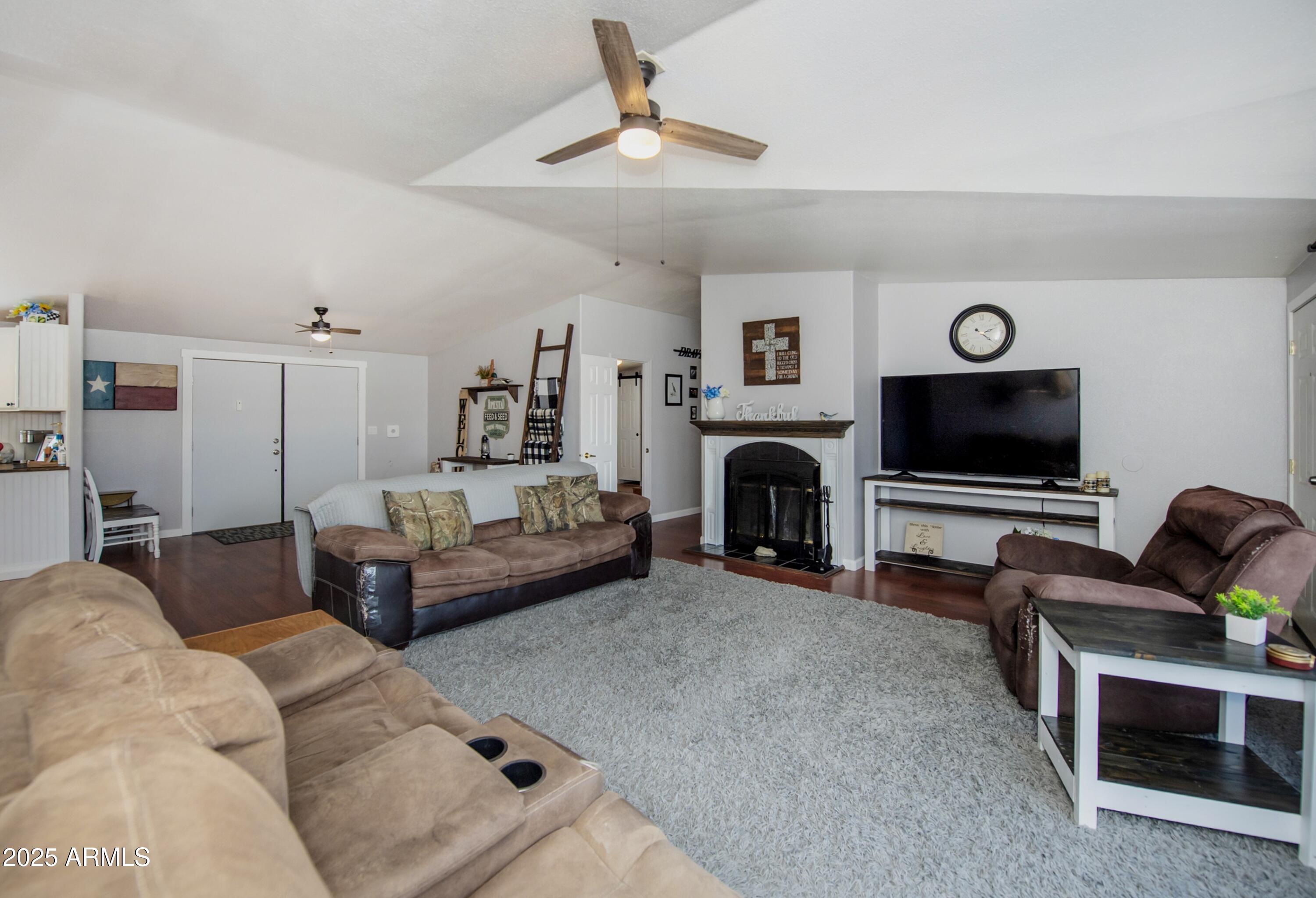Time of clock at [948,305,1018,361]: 2:21
